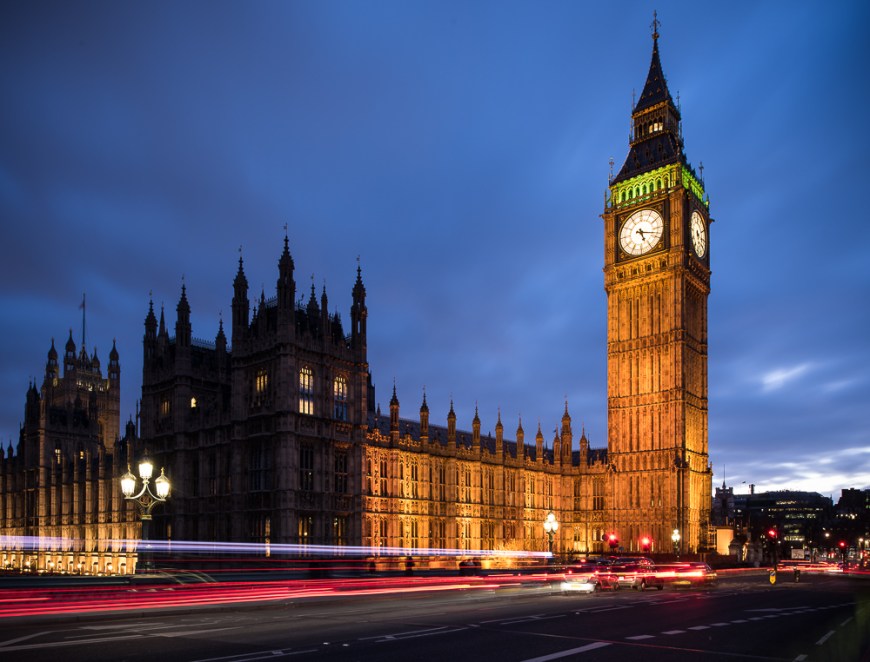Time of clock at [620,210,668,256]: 5:18
